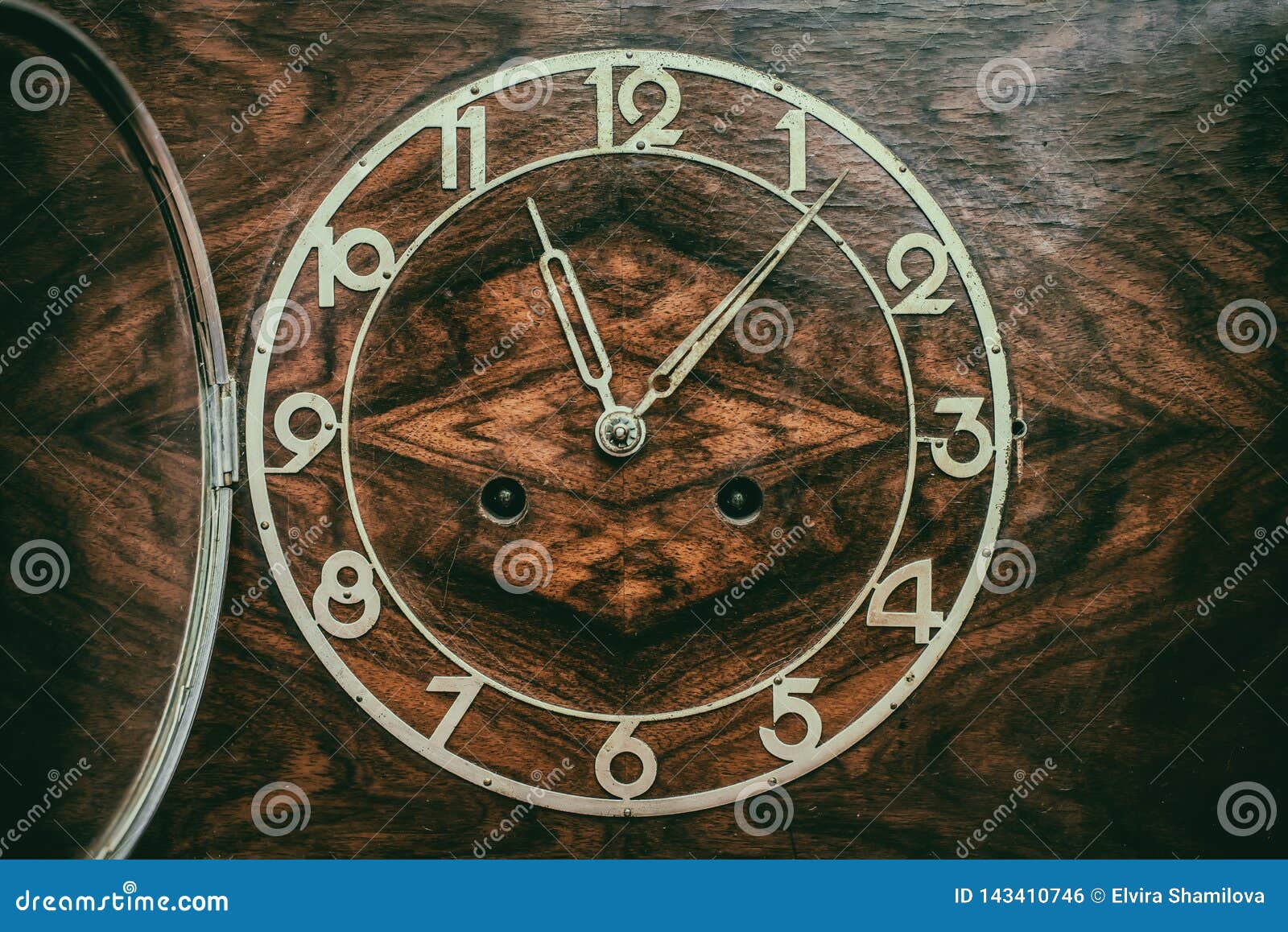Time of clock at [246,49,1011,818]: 11:06
